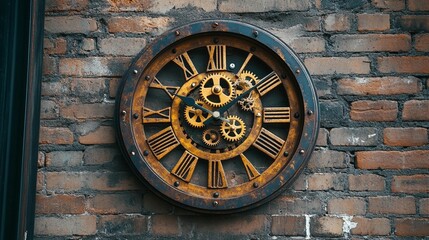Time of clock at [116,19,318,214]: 1:49
